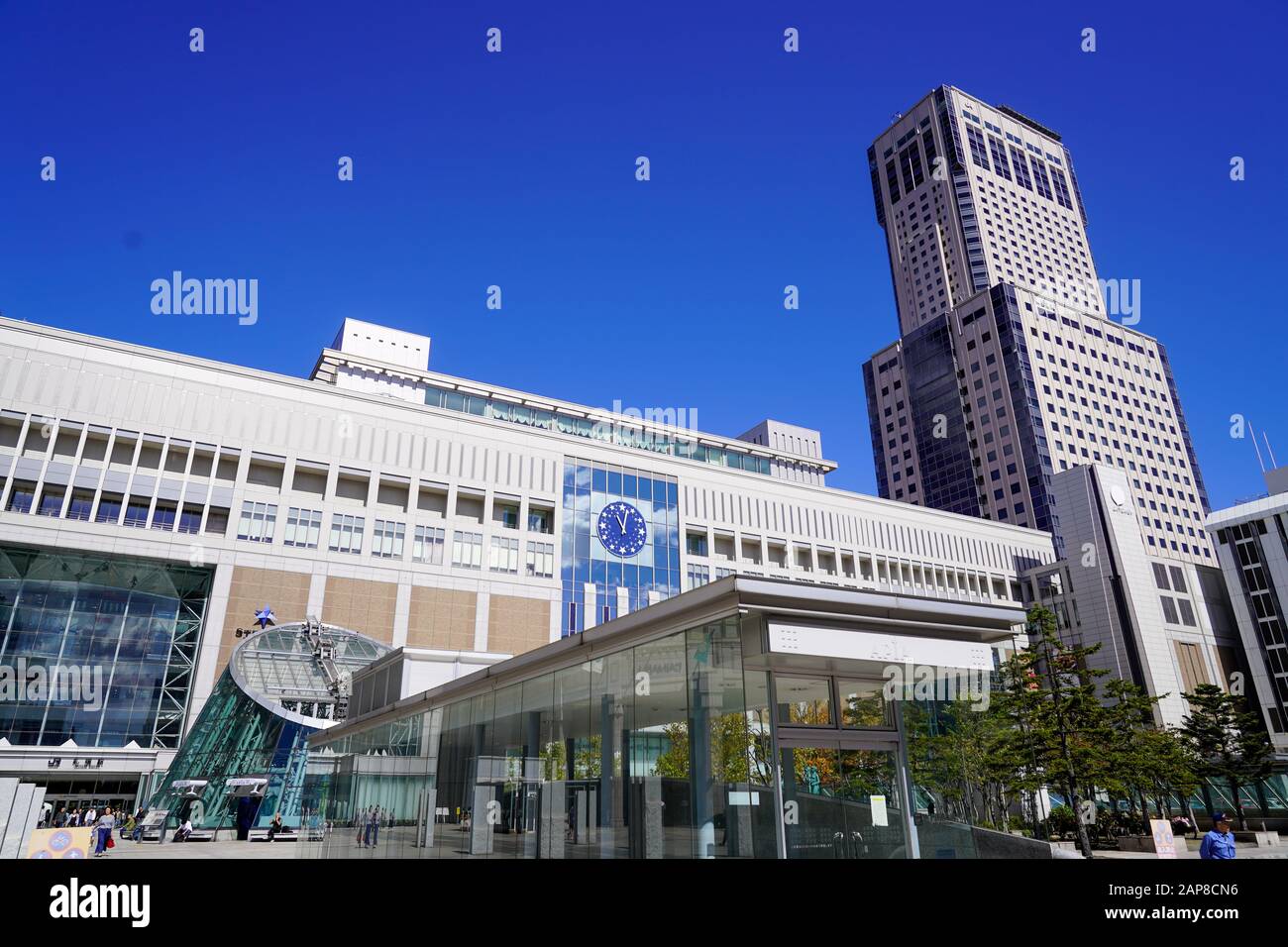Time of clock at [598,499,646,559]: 11:02
